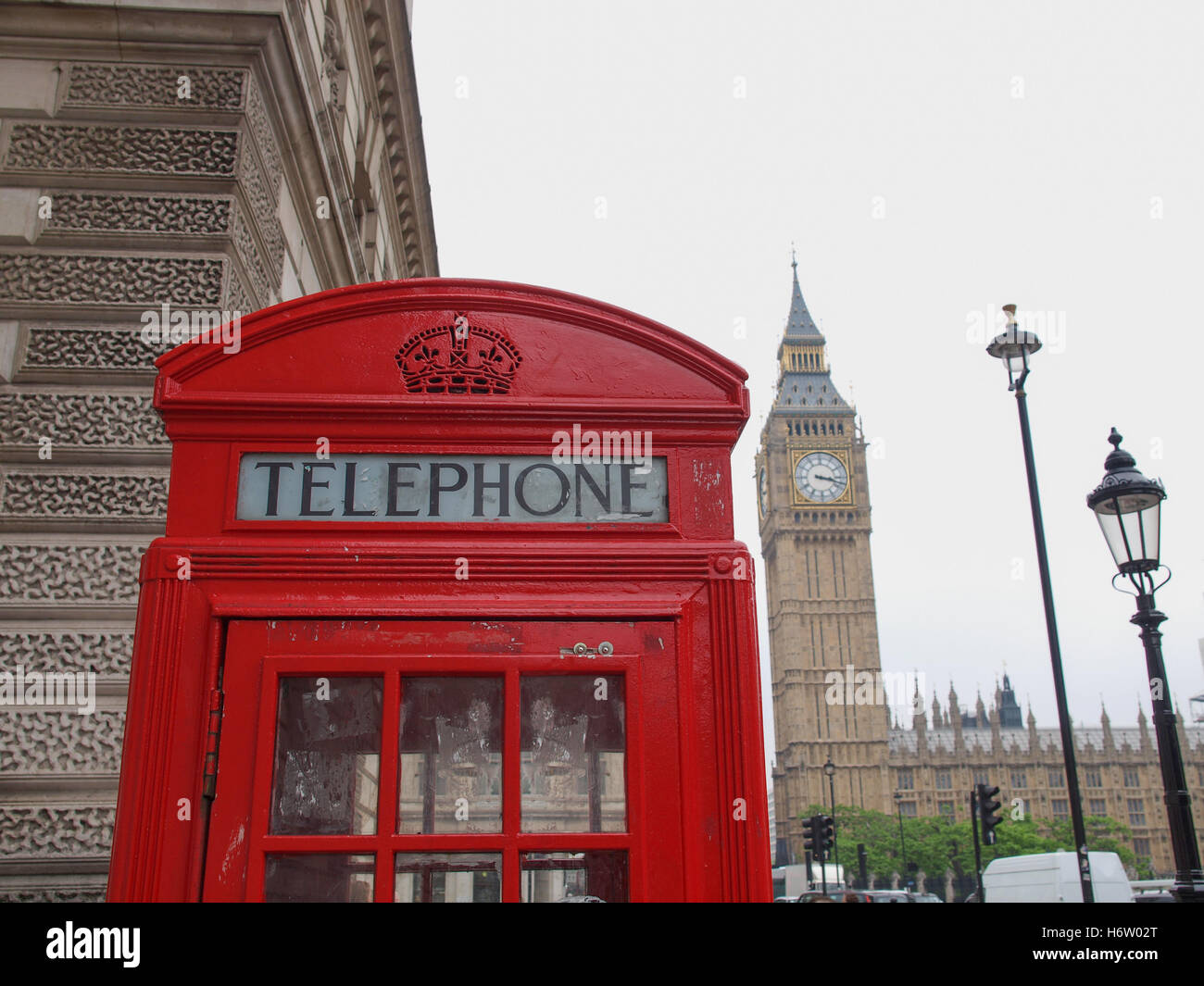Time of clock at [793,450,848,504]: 3:18
